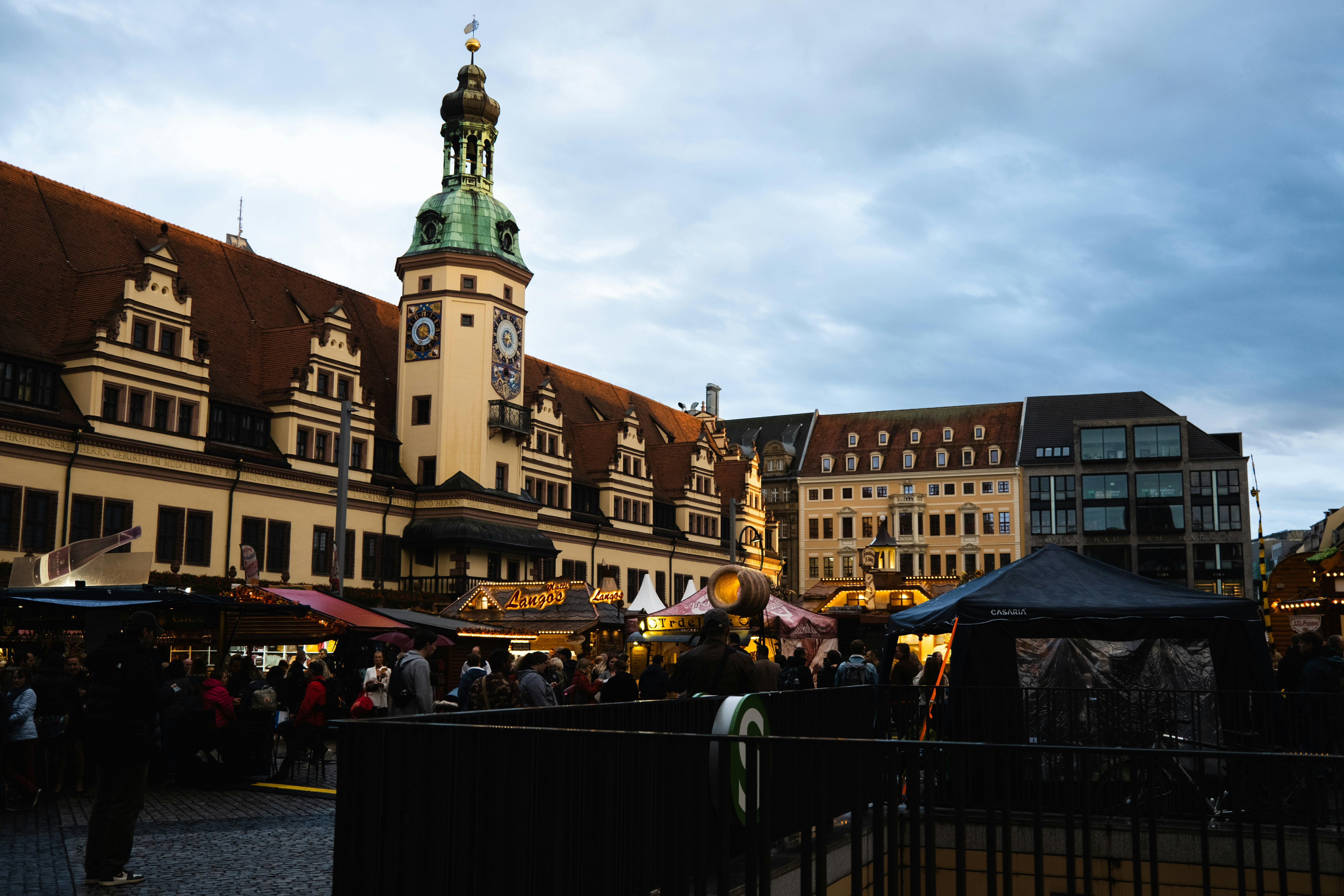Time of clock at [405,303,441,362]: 10:20
